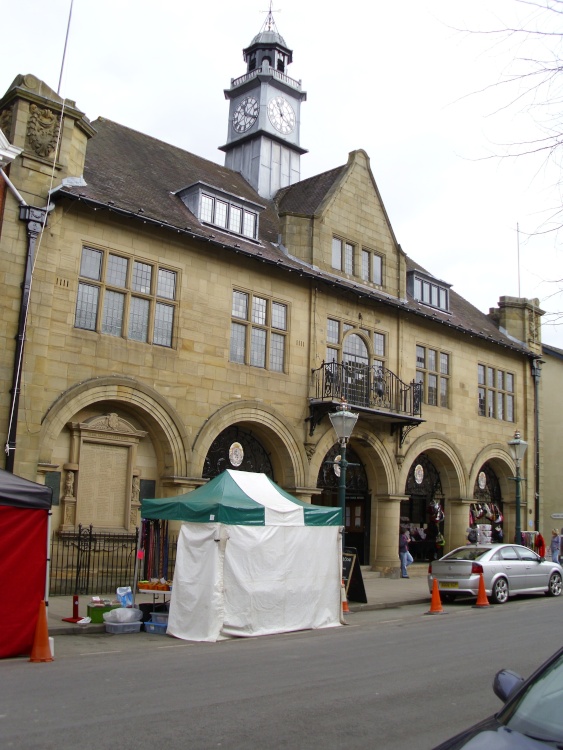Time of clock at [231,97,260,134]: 11:19
